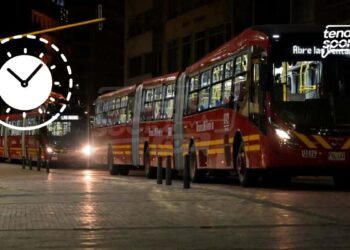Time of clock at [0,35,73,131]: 10:07
